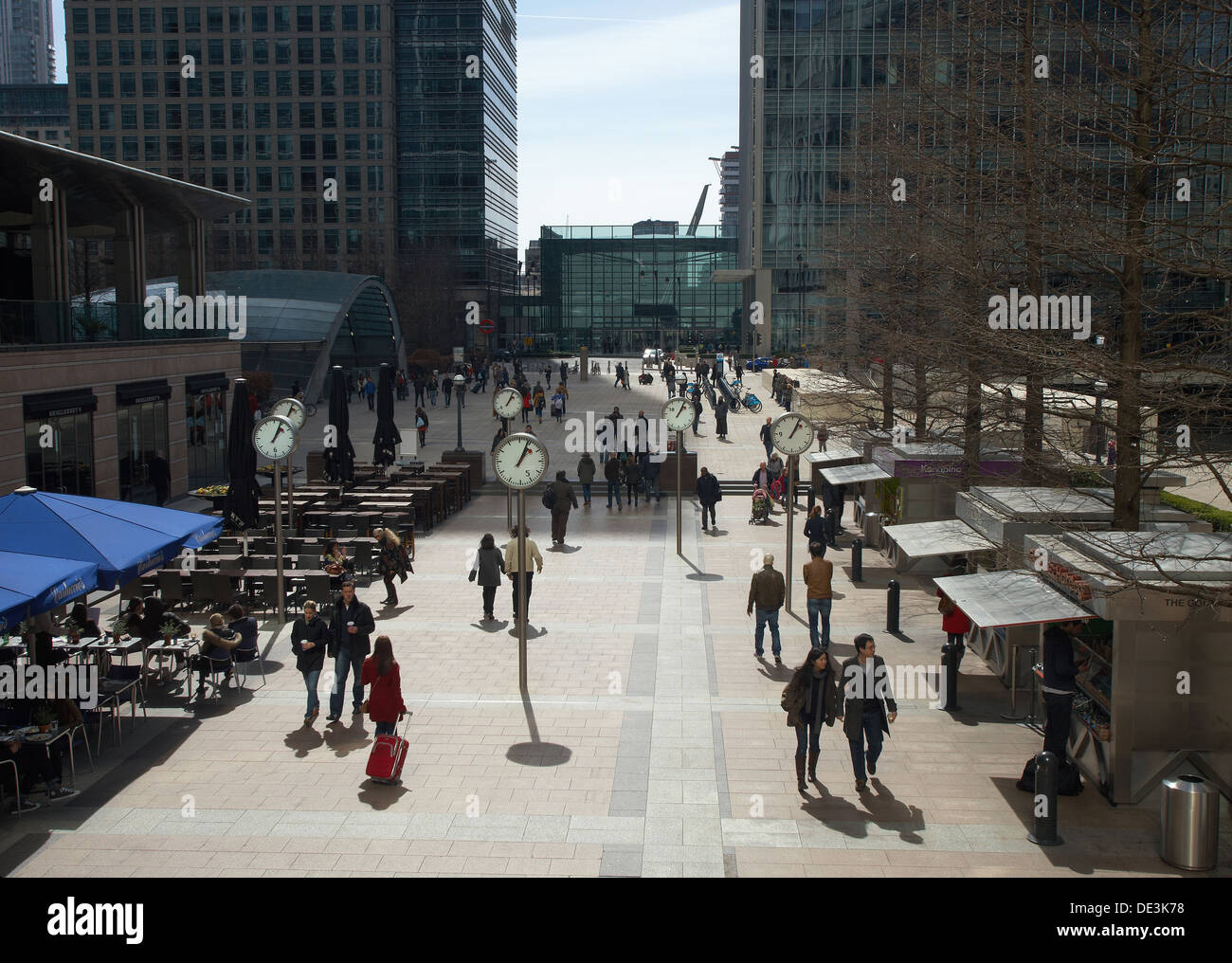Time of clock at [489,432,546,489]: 1:04
